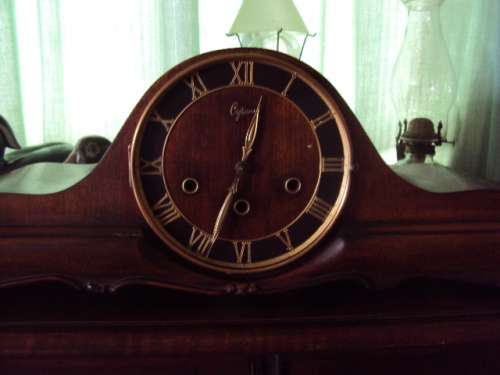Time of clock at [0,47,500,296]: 12:33
